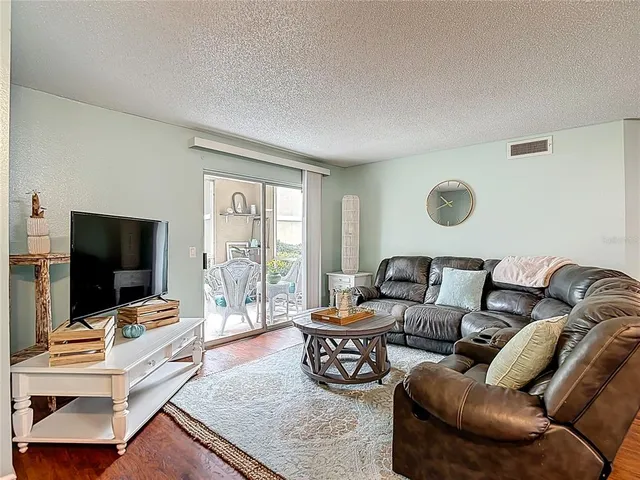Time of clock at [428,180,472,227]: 10:41
